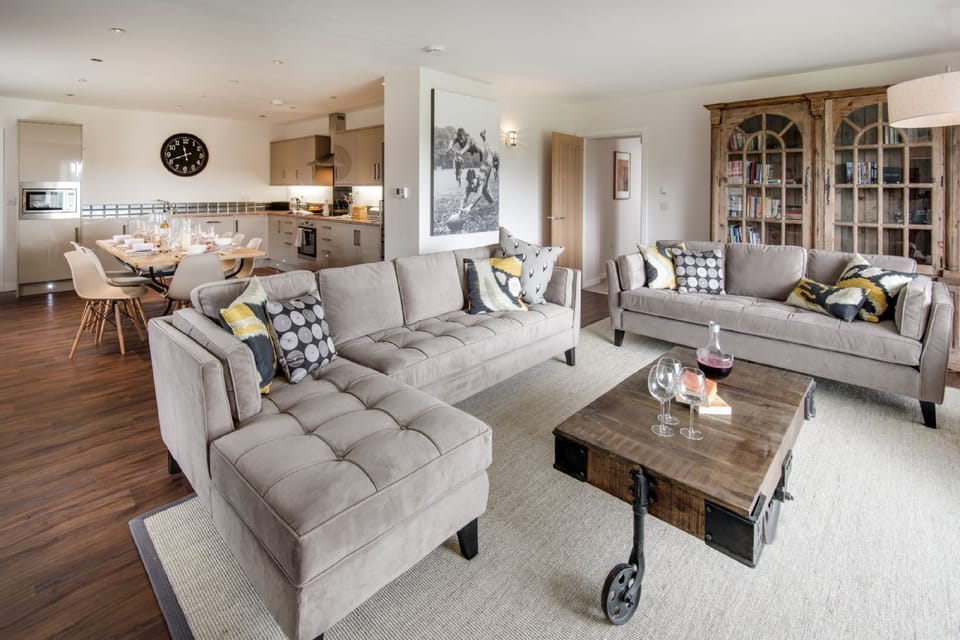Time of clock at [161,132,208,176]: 11:41
